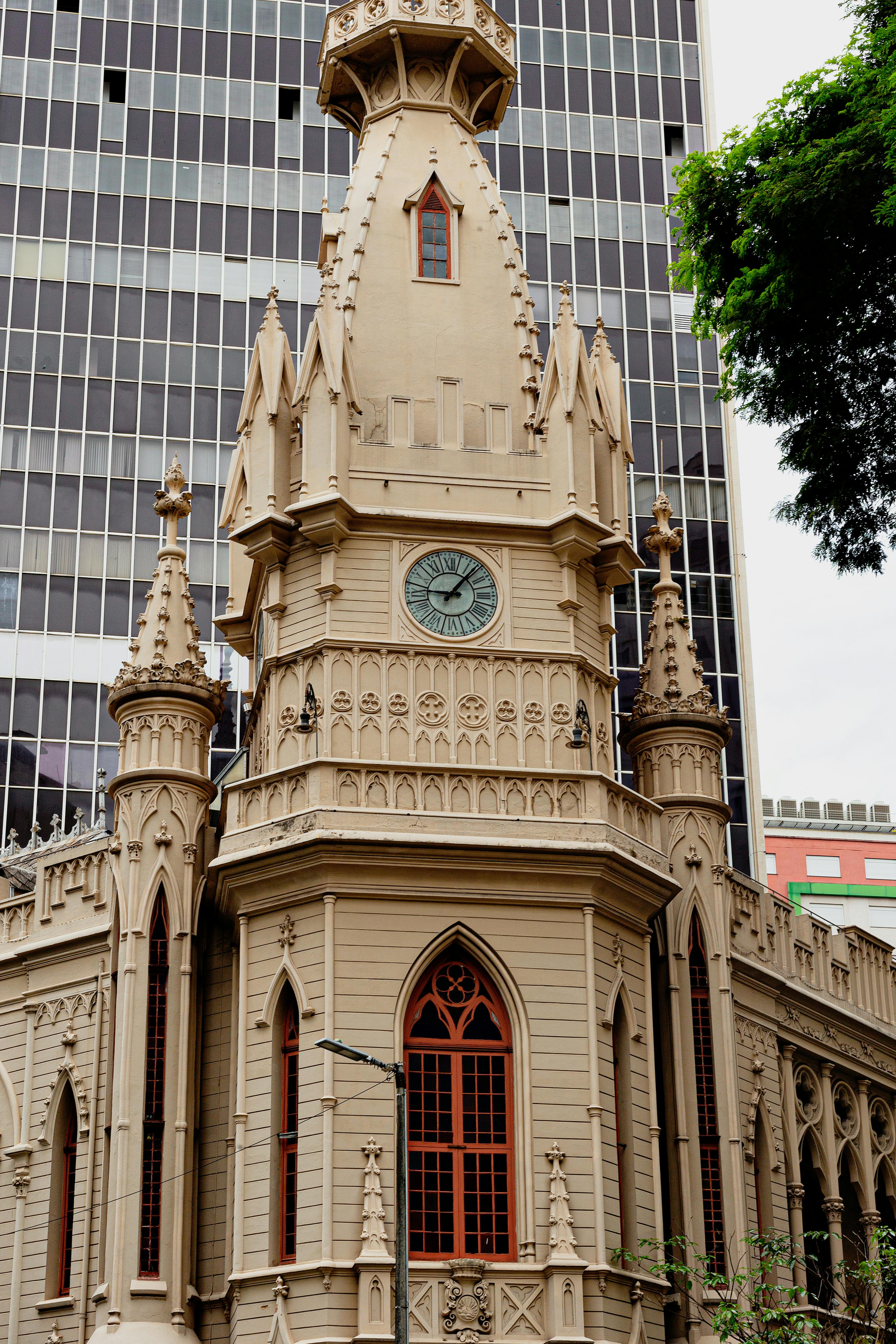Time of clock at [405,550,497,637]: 9:07
